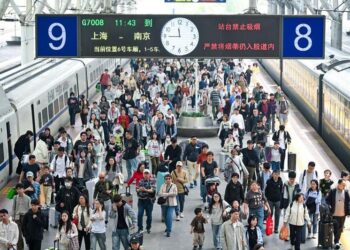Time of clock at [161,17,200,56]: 11:44
